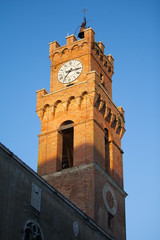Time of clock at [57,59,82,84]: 7:15
